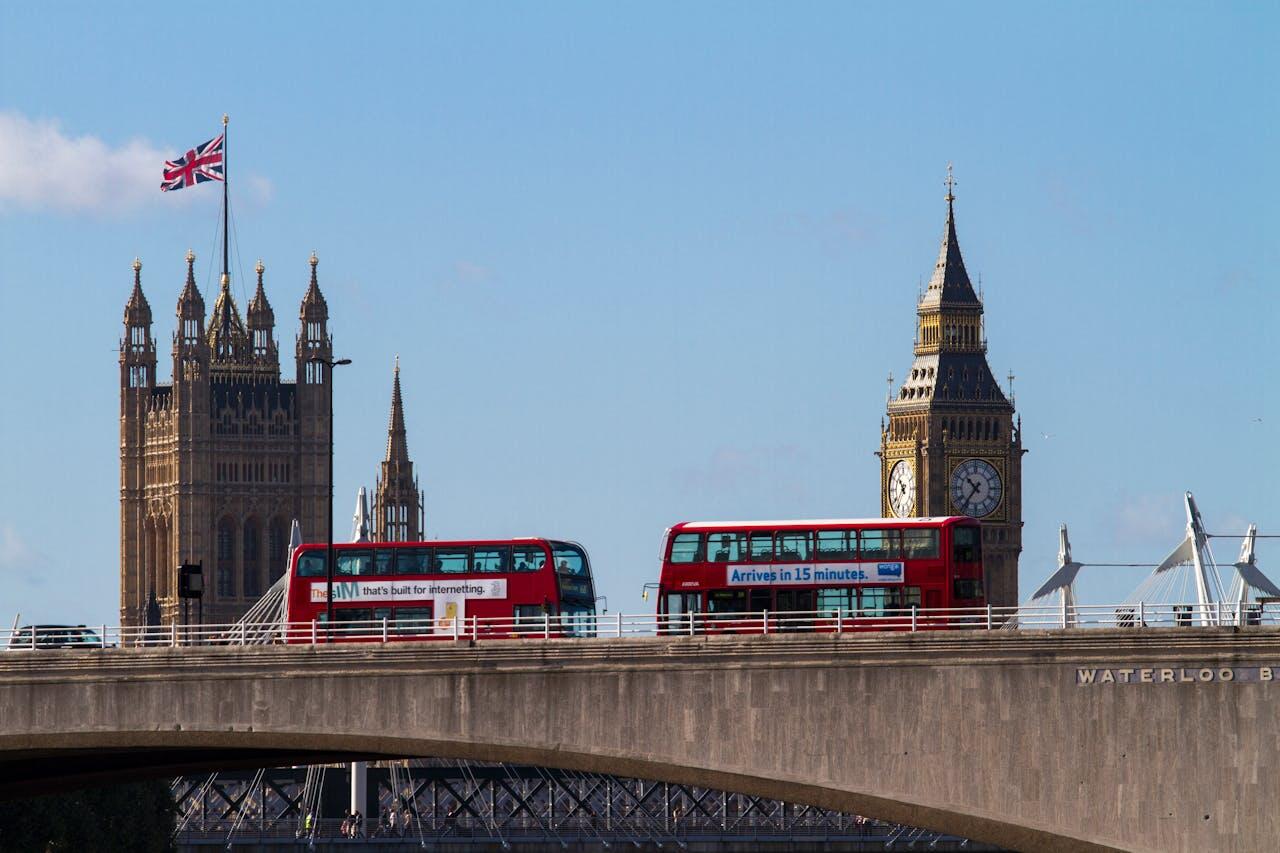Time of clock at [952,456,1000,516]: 10:36
